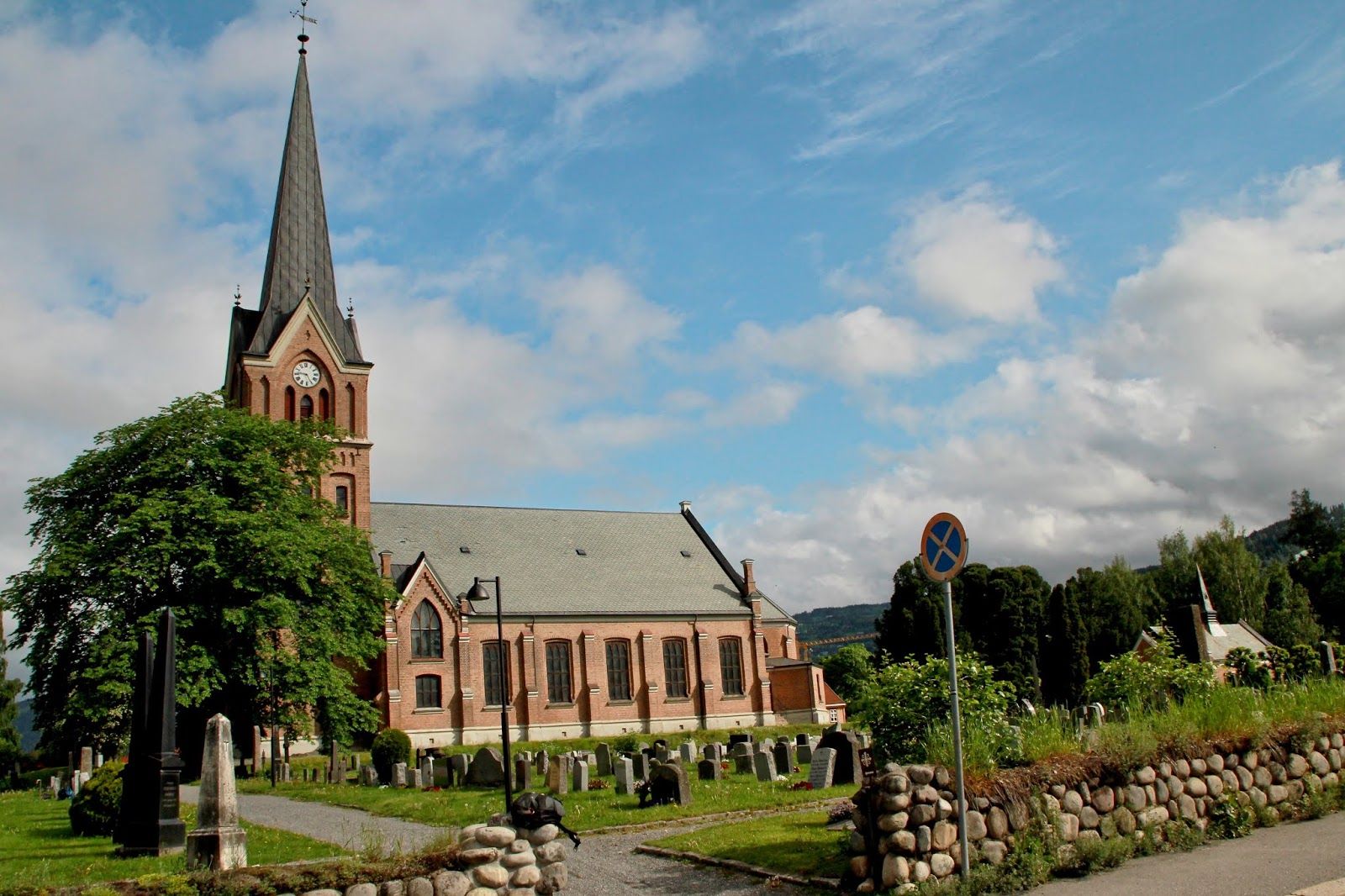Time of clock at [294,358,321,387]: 9:25
